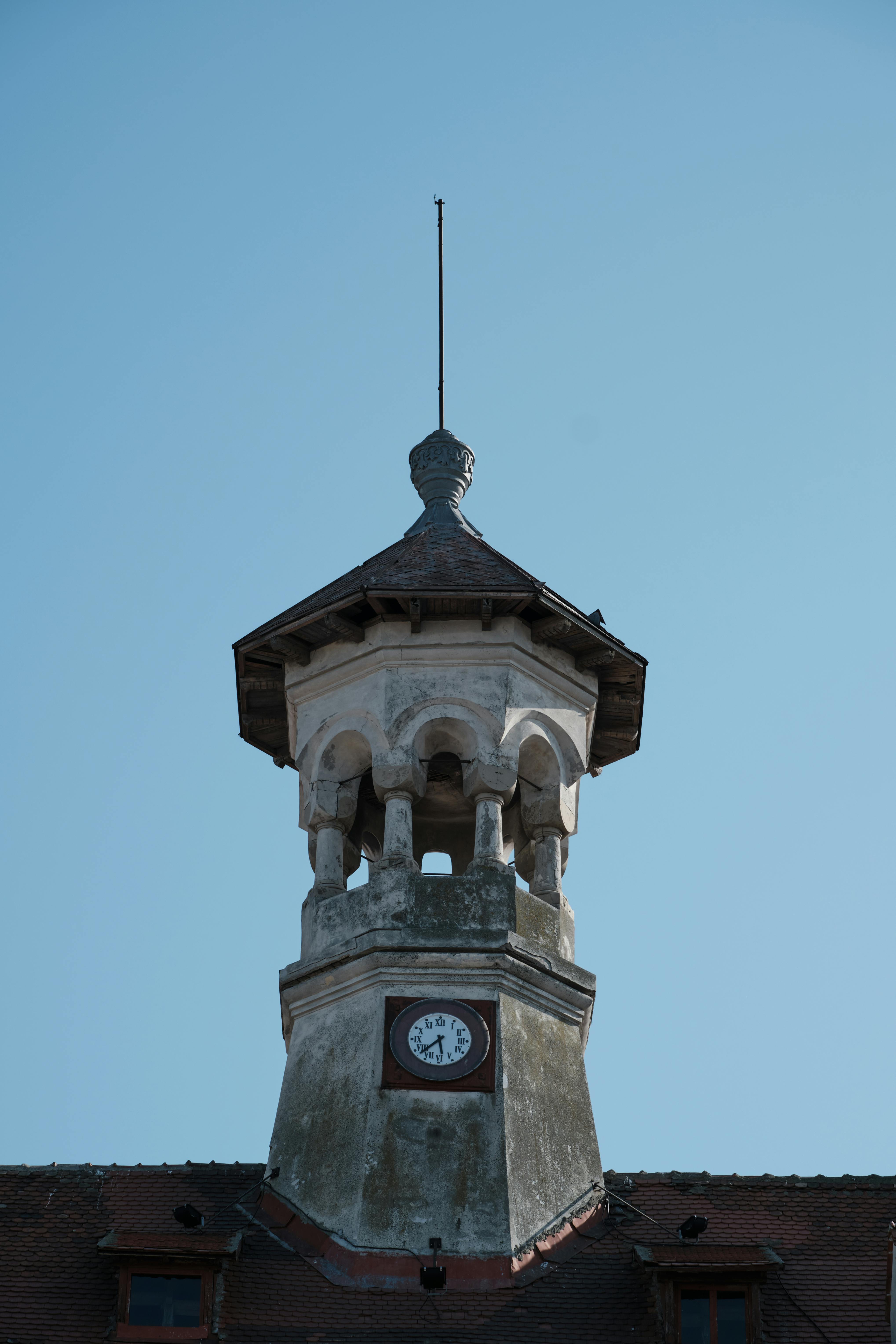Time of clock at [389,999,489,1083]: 5:37
